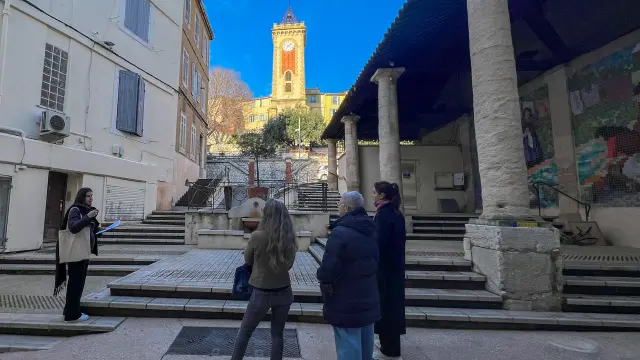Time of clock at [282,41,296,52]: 7:07
